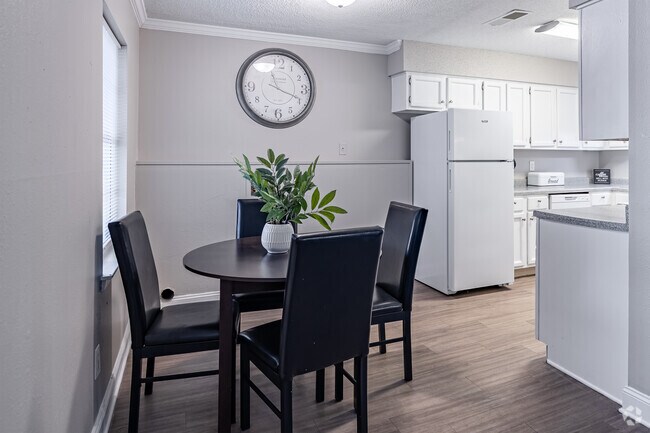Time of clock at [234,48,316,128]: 11:18
